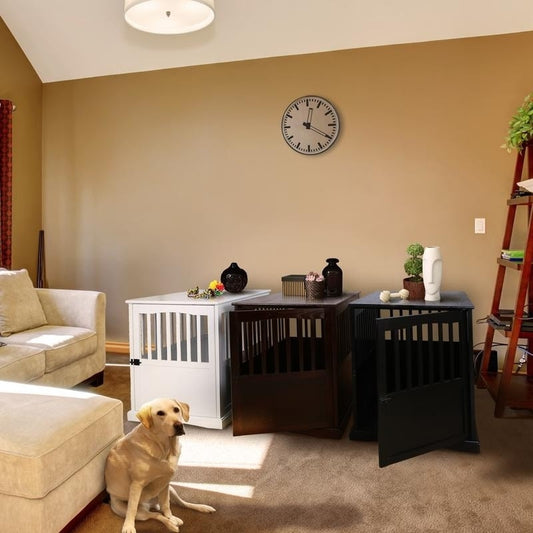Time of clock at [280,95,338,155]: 12:19
